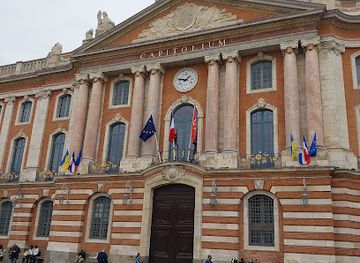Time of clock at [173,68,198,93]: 1:46
